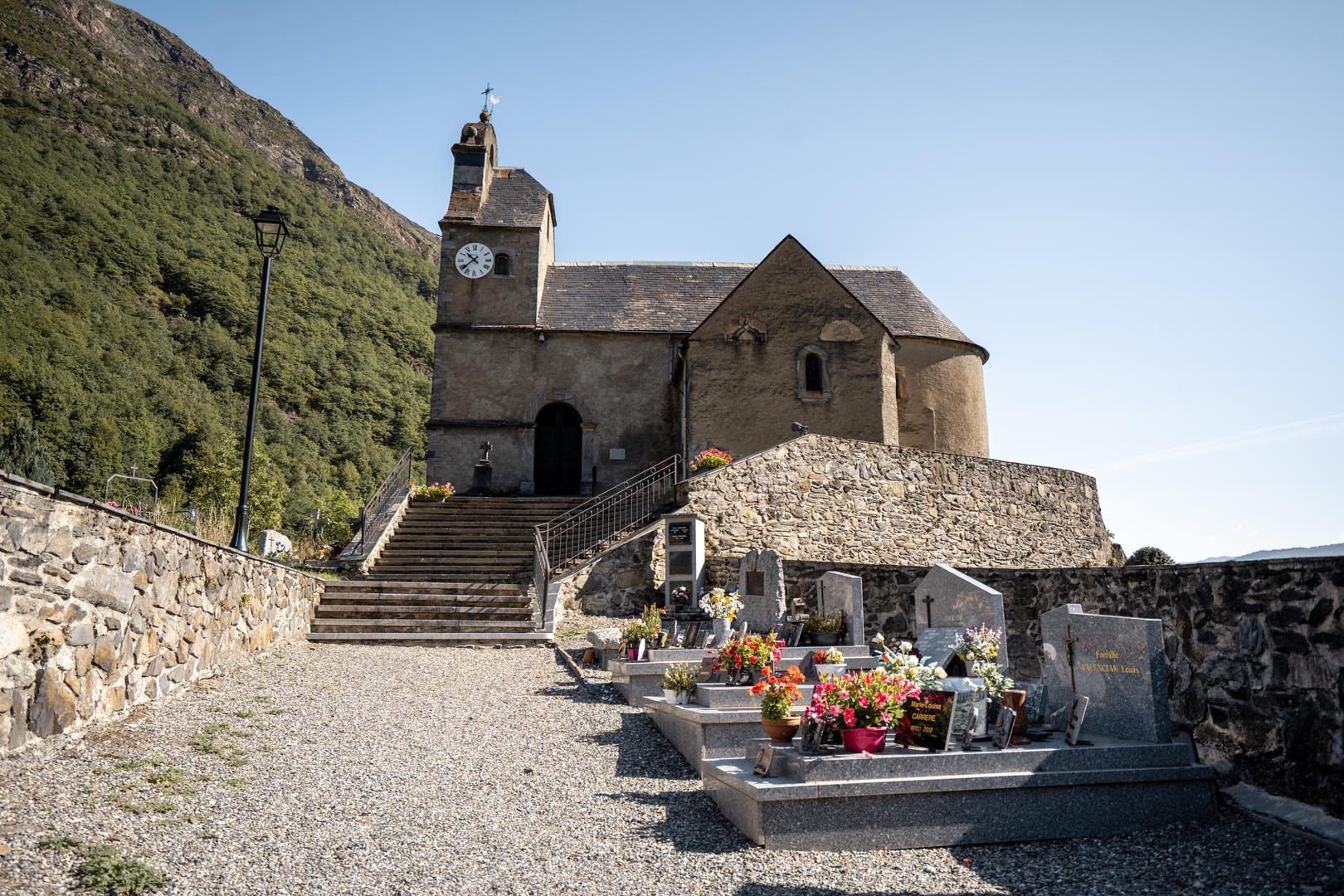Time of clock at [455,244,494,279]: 10:38
